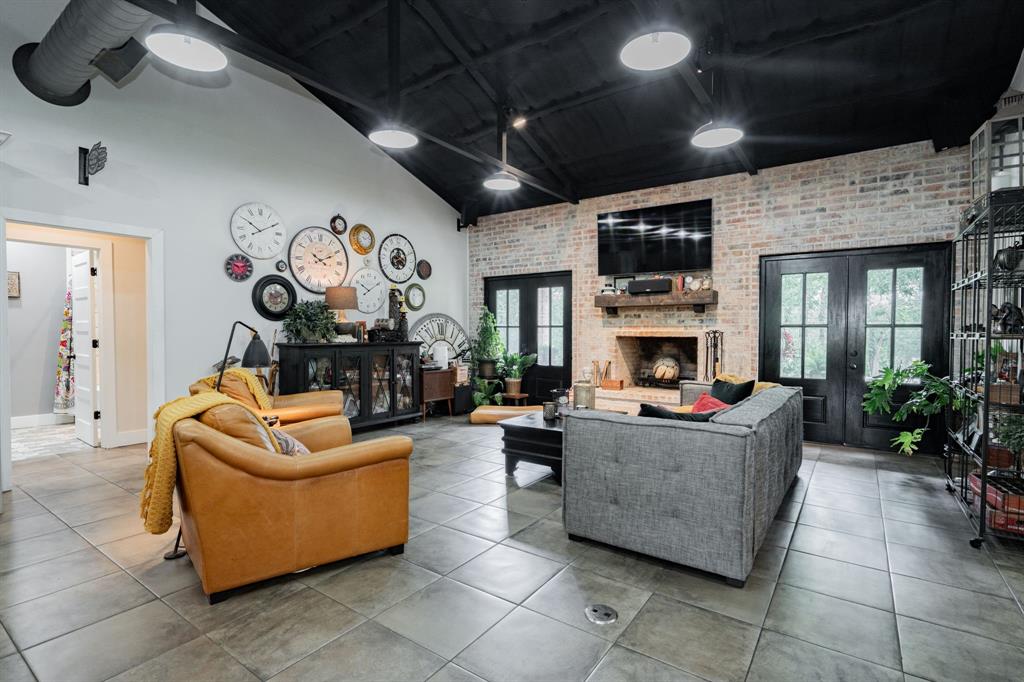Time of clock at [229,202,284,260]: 10:10
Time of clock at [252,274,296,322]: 10:11
